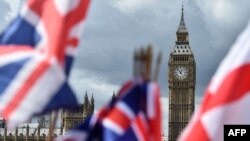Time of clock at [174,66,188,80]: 12:53
